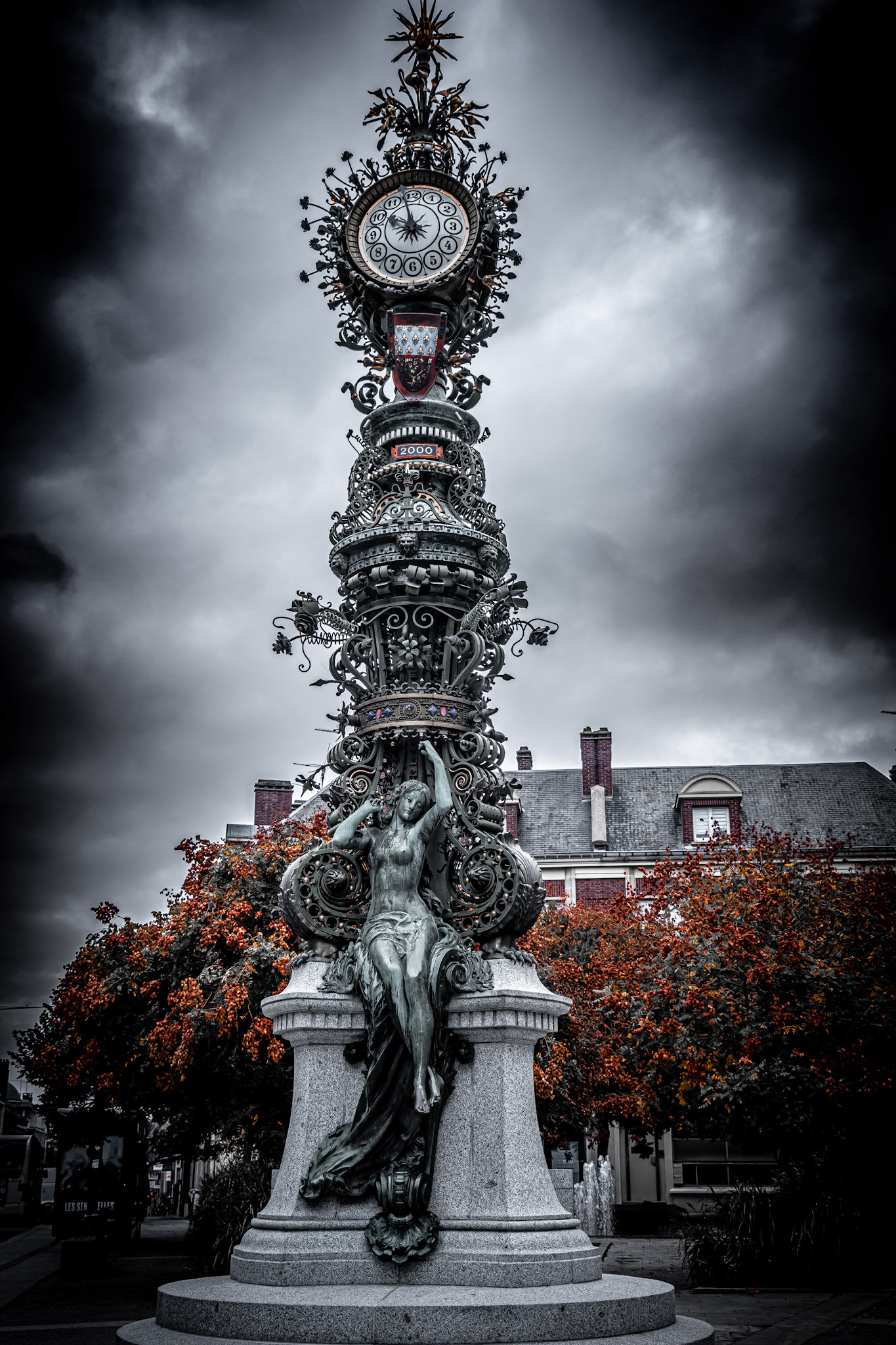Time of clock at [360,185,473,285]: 9:58
